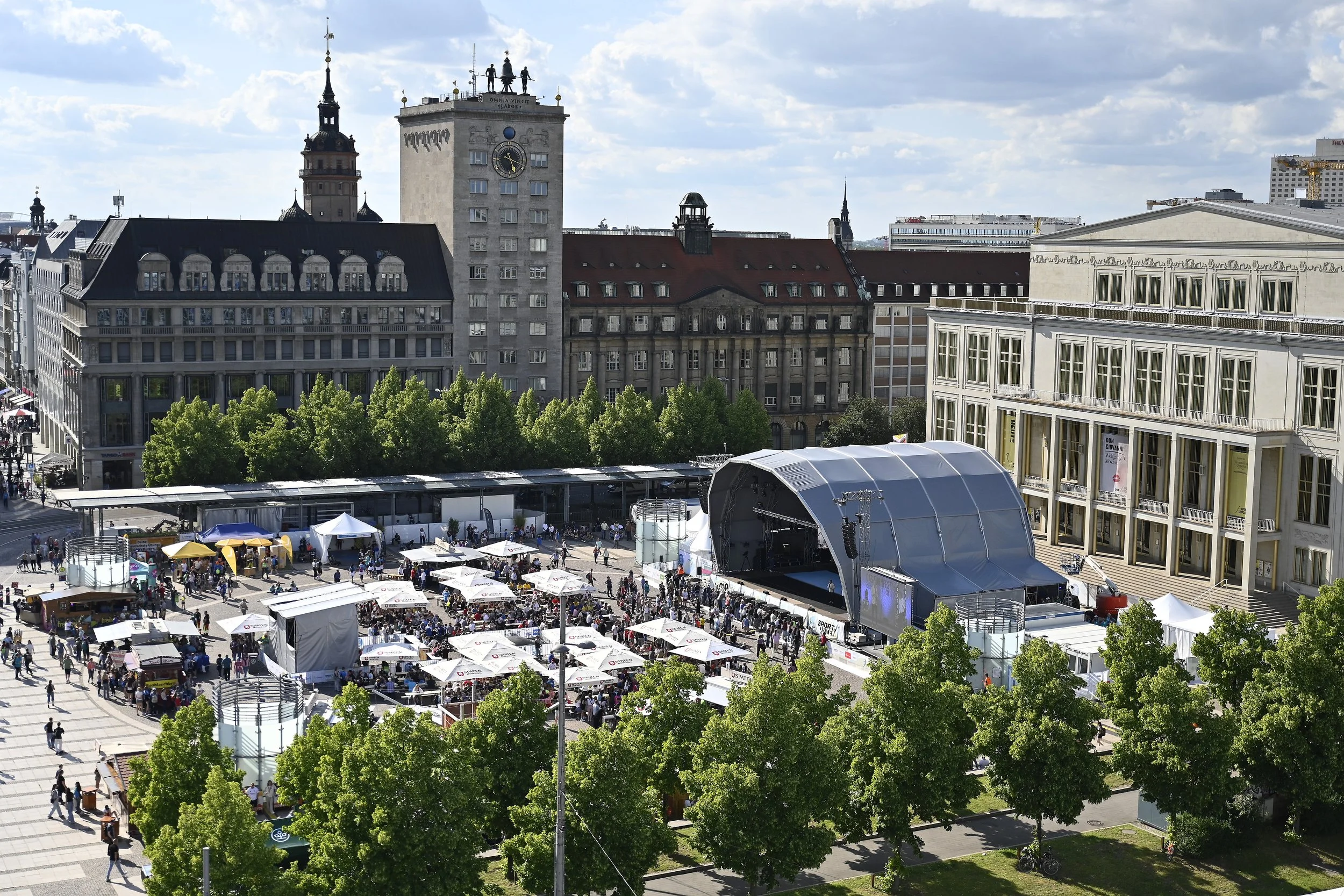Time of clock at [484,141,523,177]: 5:18
